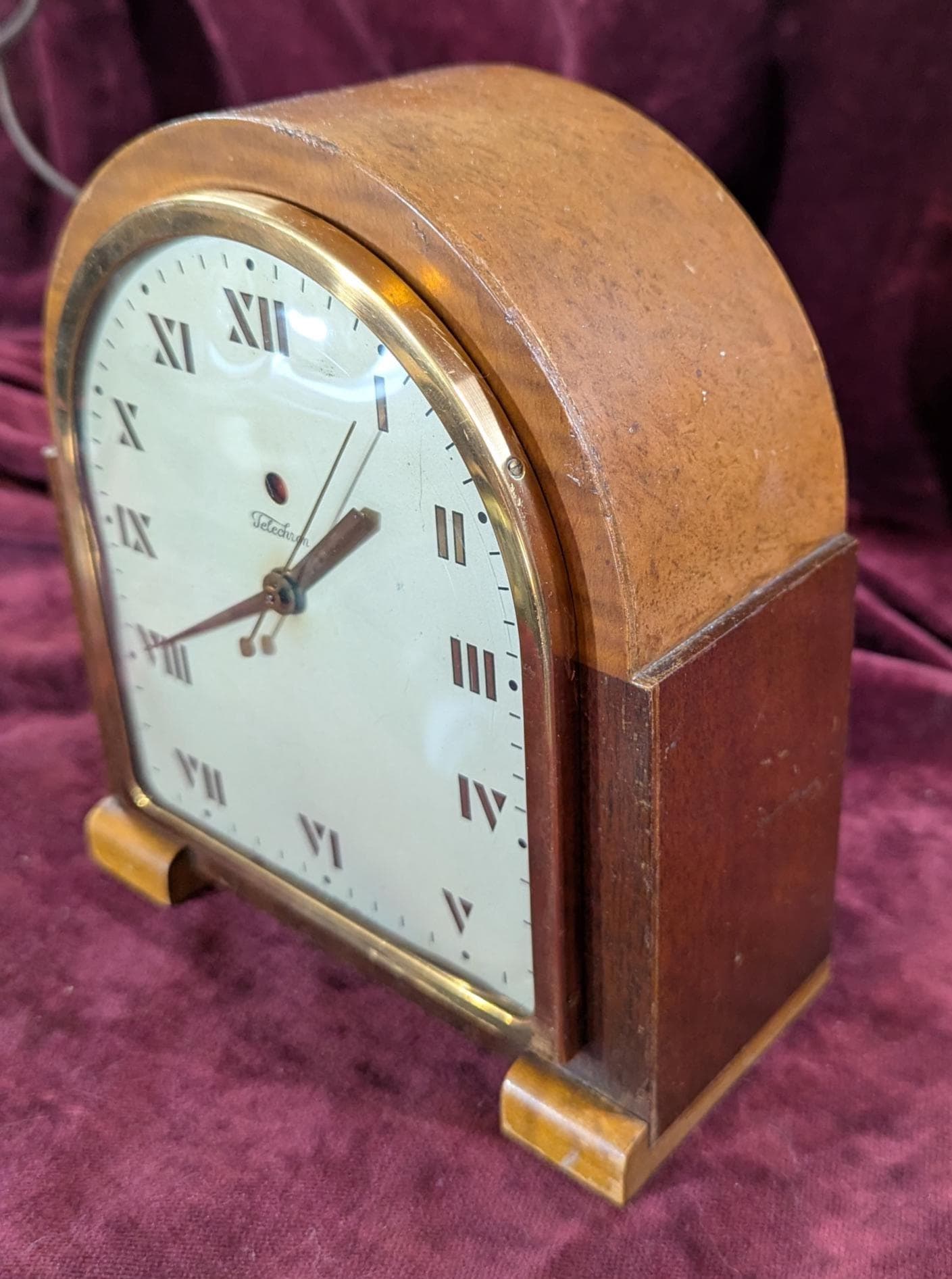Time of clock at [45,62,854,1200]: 1:40
